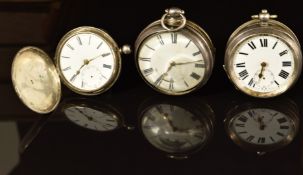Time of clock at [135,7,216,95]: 2:34
